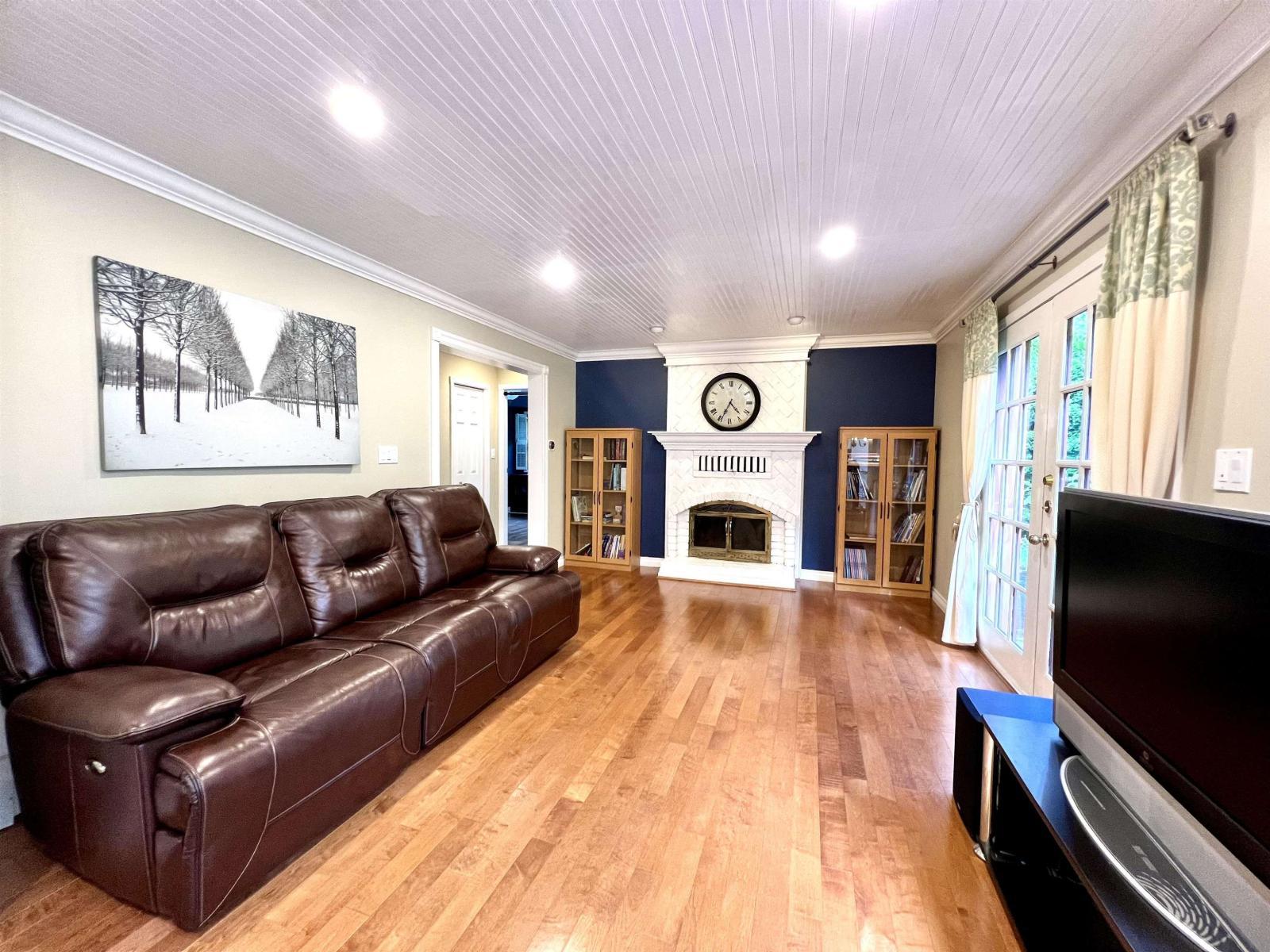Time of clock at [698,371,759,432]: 4:34
